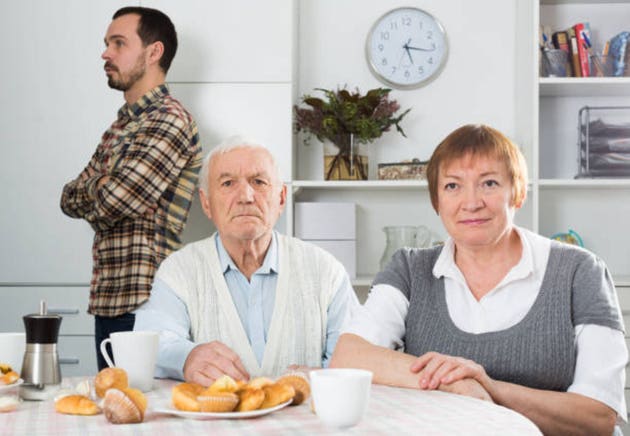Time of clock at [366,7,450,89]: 5:16
